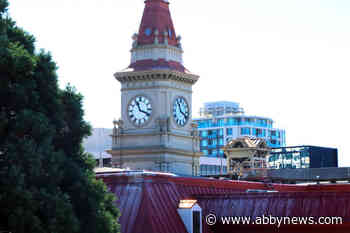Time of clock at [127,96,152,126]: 11:18
